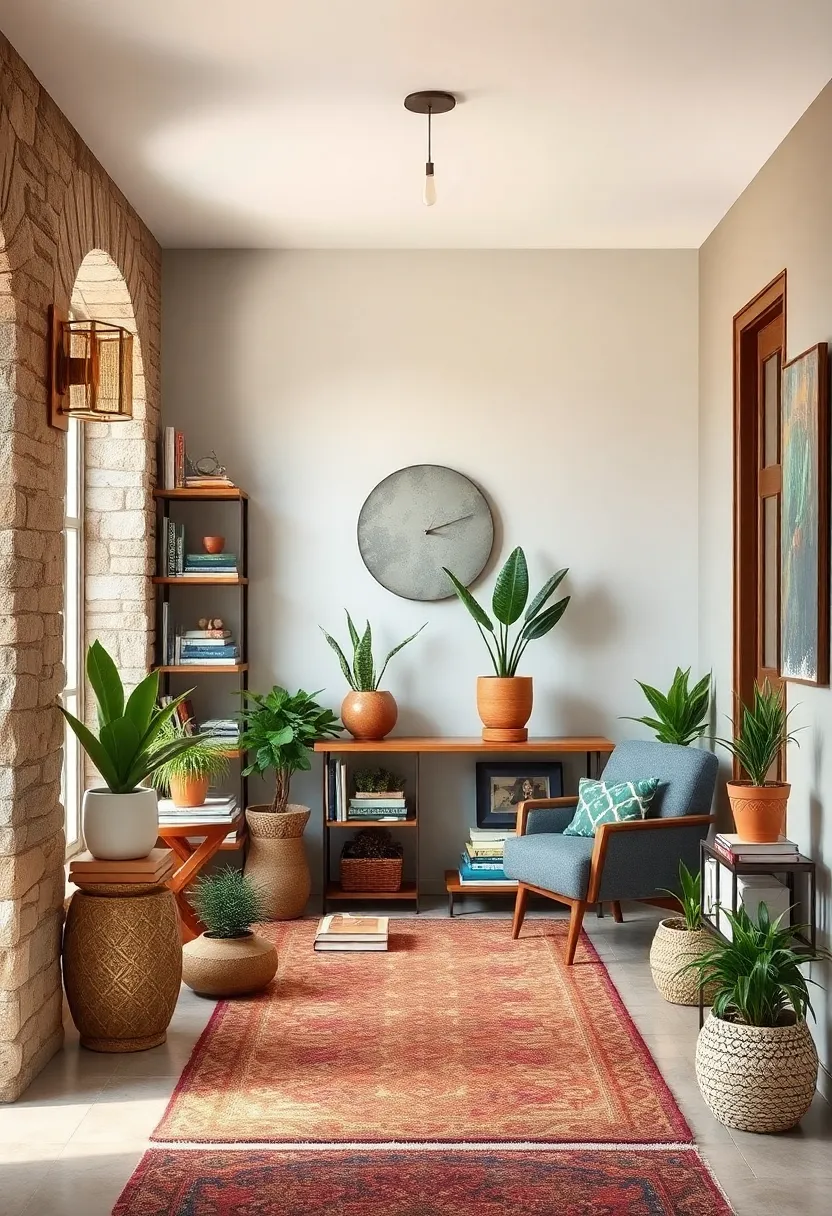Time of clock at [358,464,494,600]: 2:11
